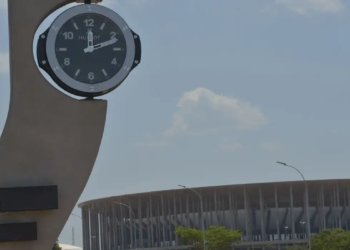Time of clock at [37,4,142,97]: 12:11
